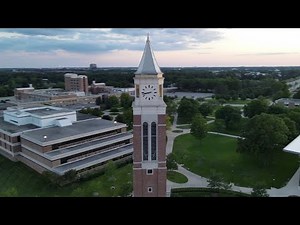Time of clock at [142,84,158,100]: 8:43
